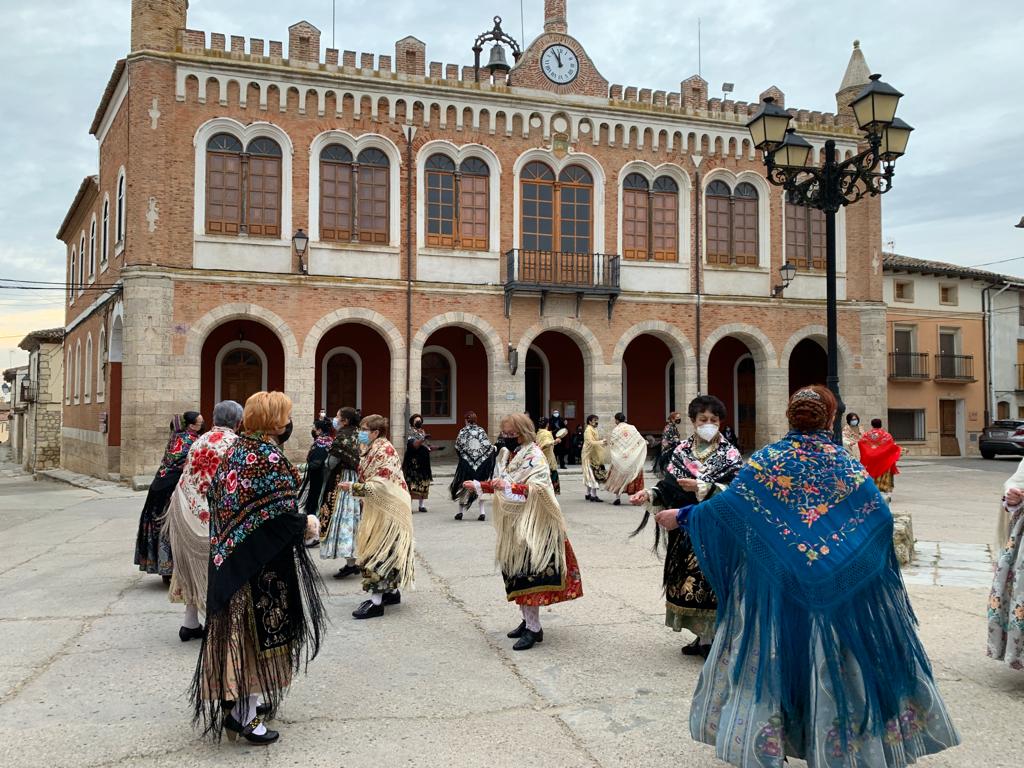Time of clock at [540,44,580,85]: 11:55
